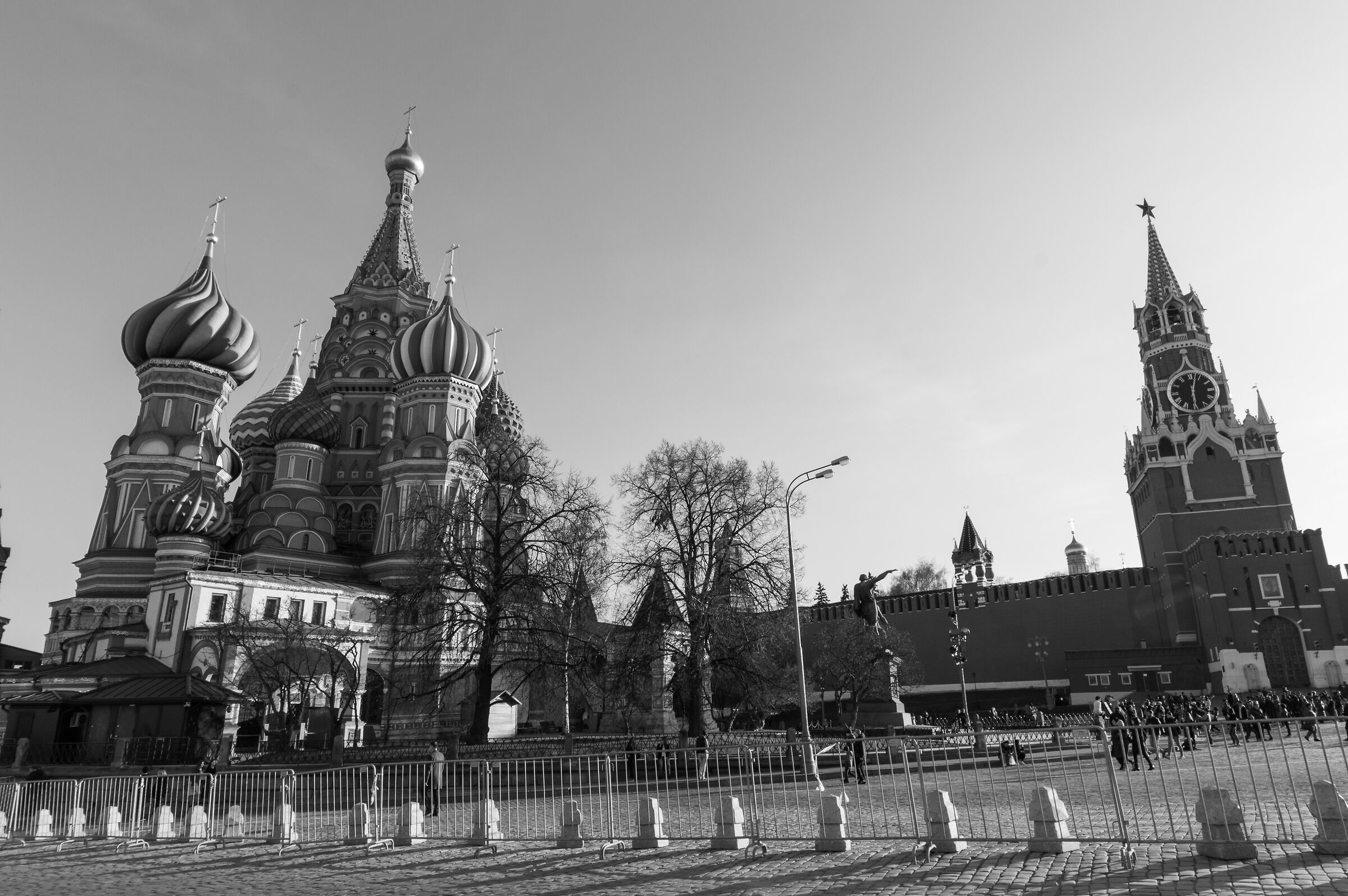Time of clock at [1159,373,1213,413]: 6:02
